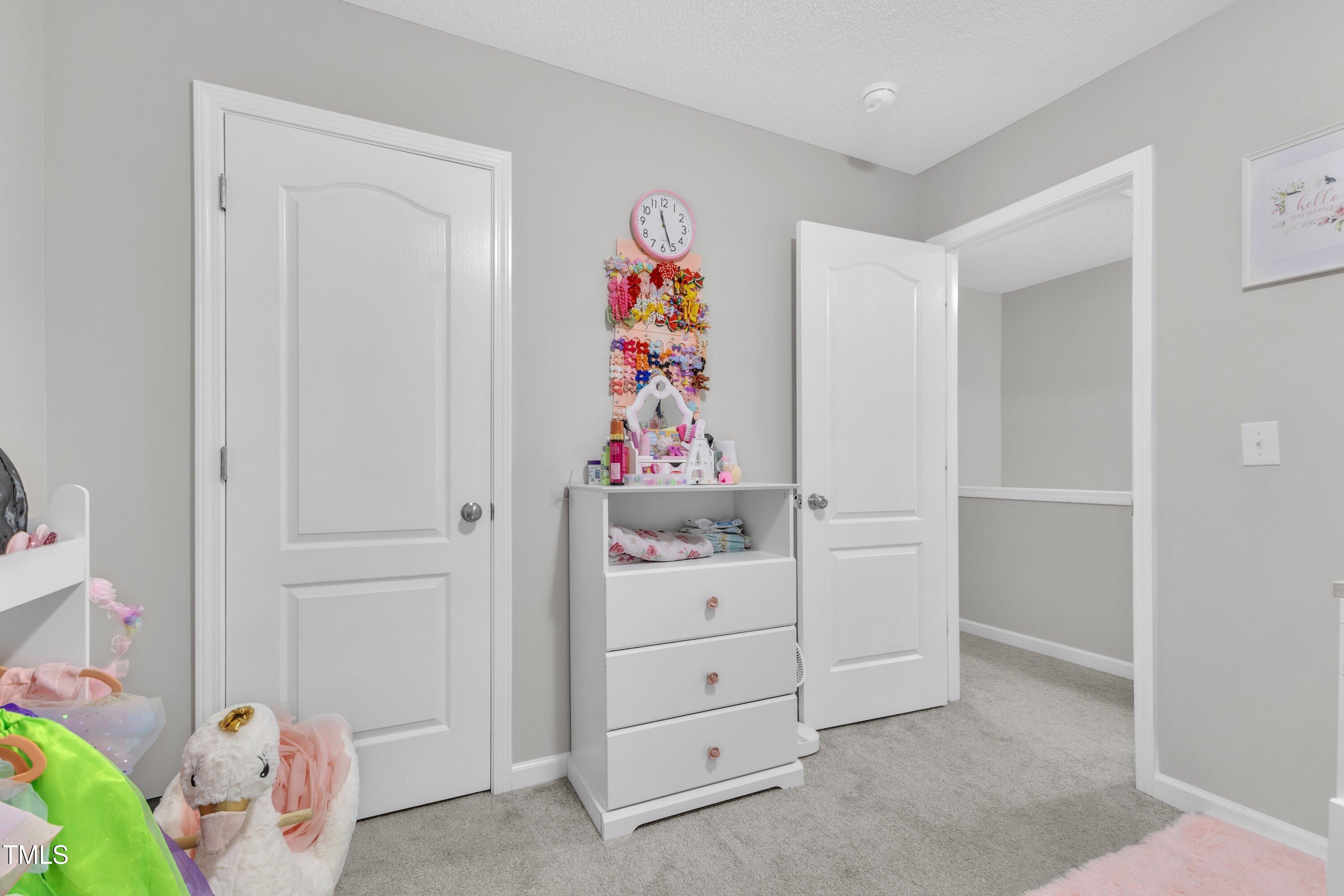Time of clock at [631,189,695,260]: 11:26
